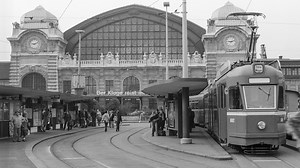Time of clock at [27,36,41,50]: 9:11
